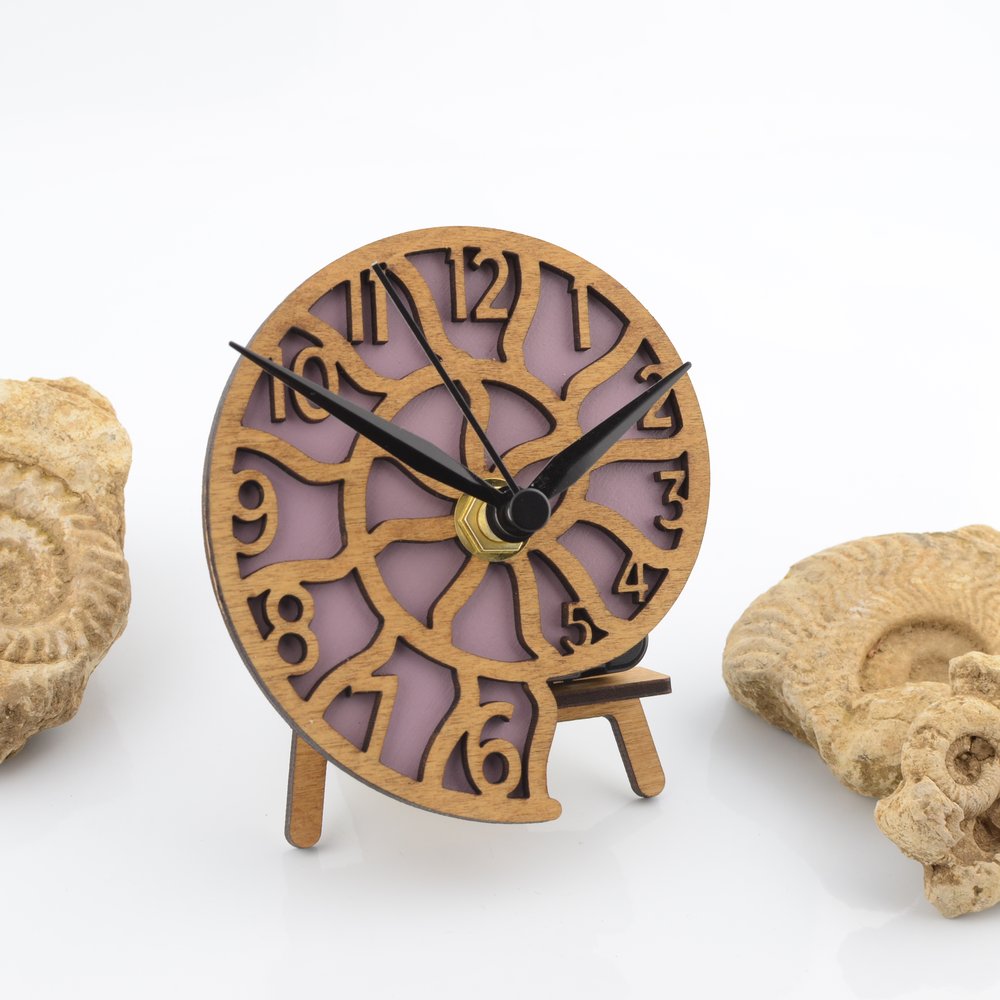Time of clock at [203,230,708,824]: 1:49
